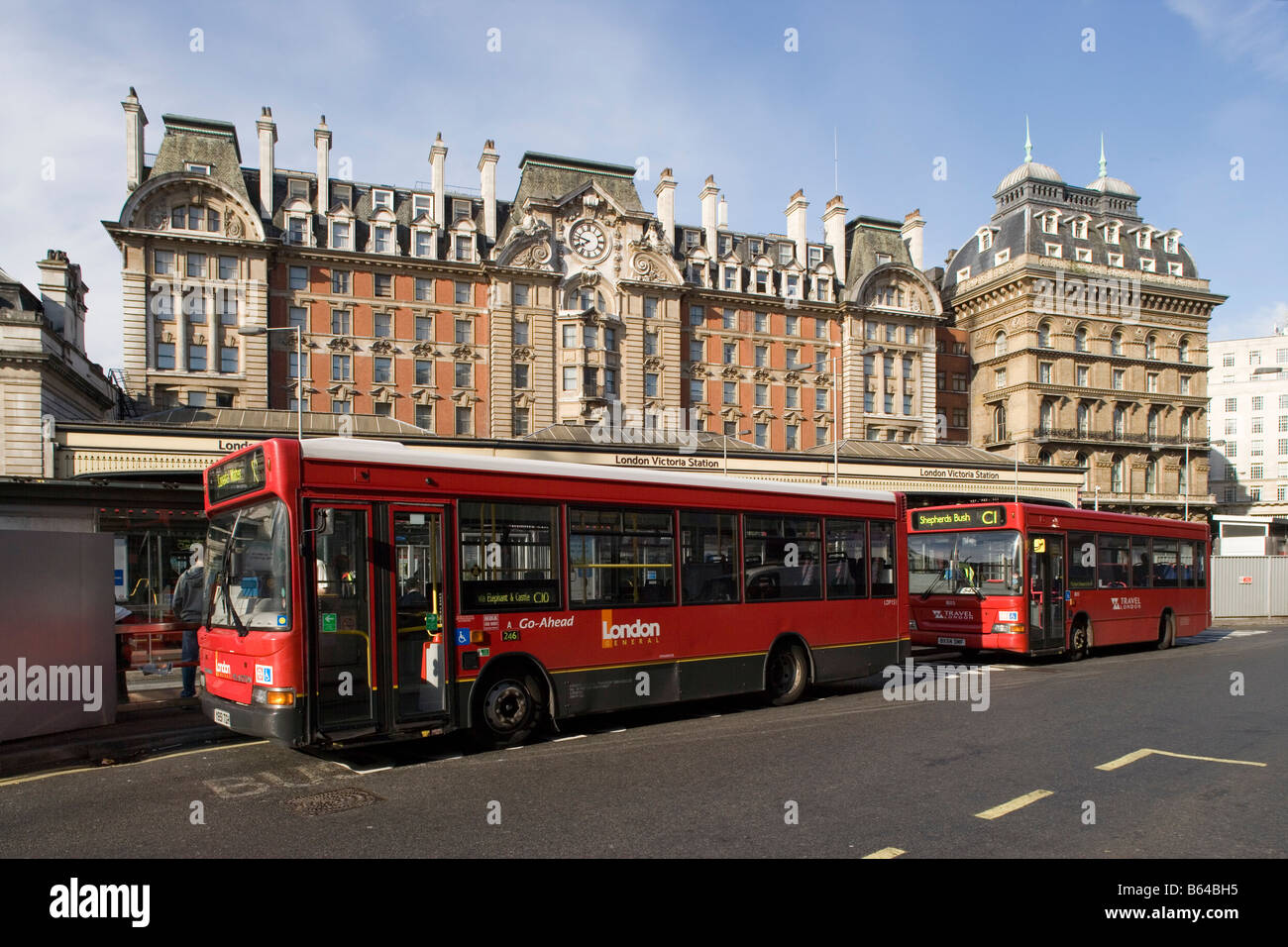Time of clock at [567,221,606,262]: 7:47
